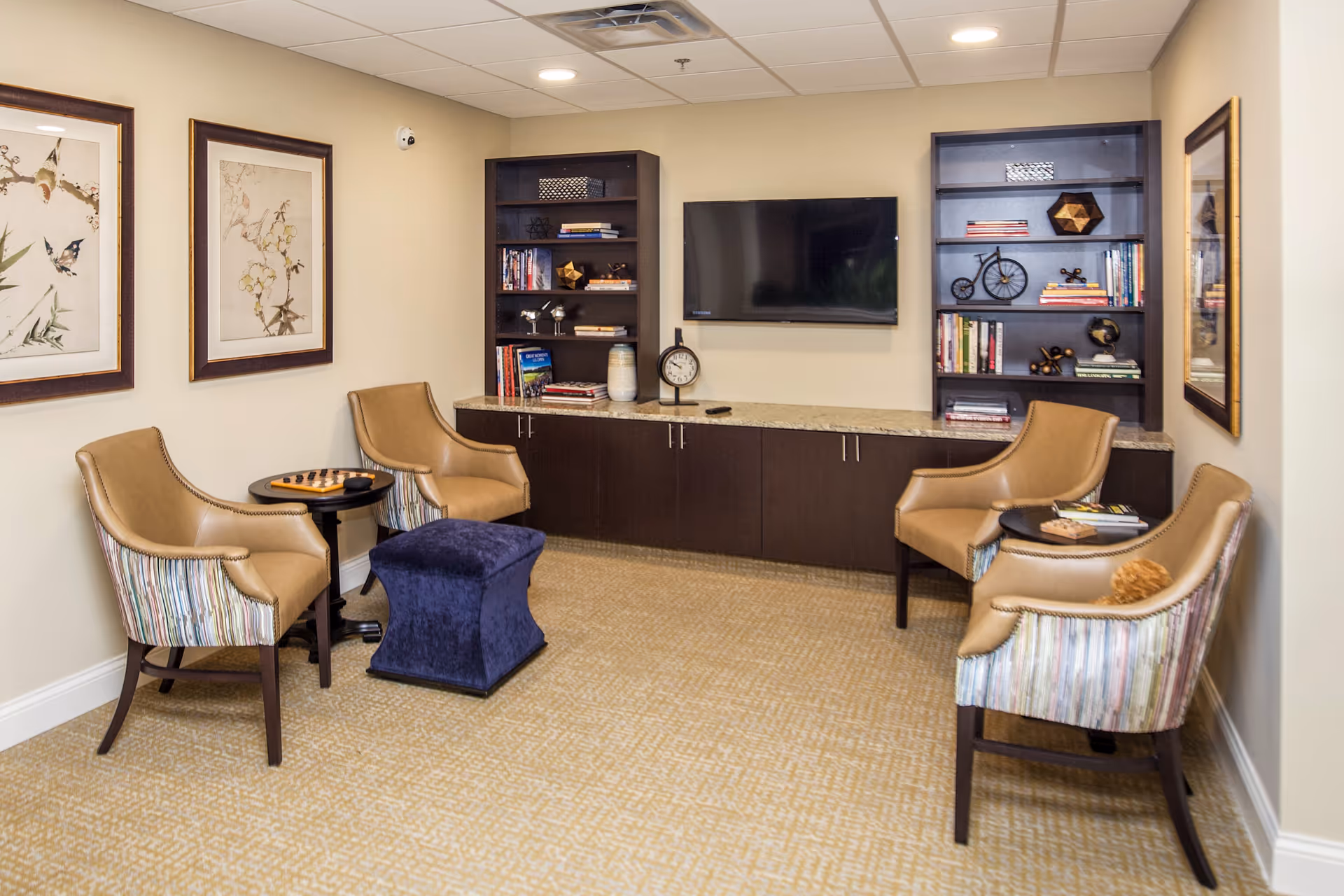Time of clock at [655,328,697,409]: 9:50
